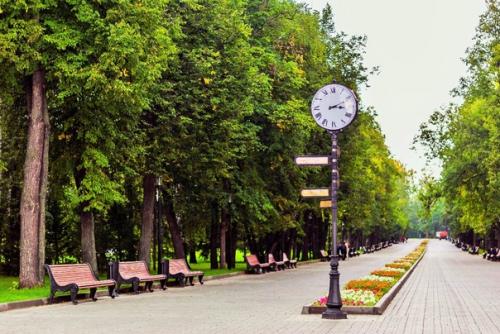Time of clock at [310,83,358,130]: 3:11
